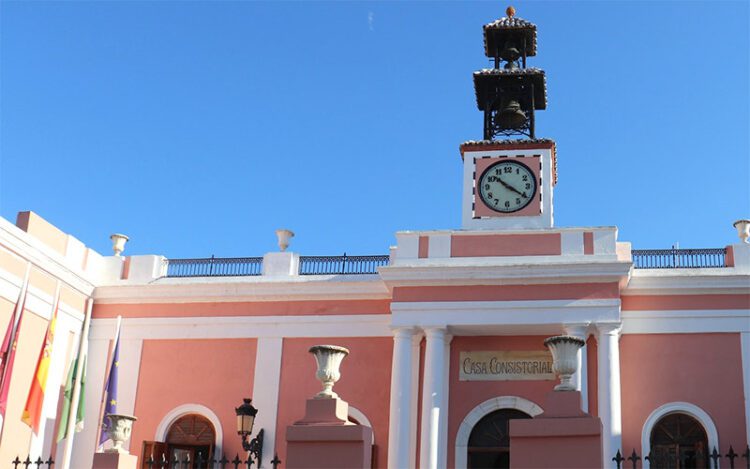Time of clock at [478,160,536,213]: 10:20
